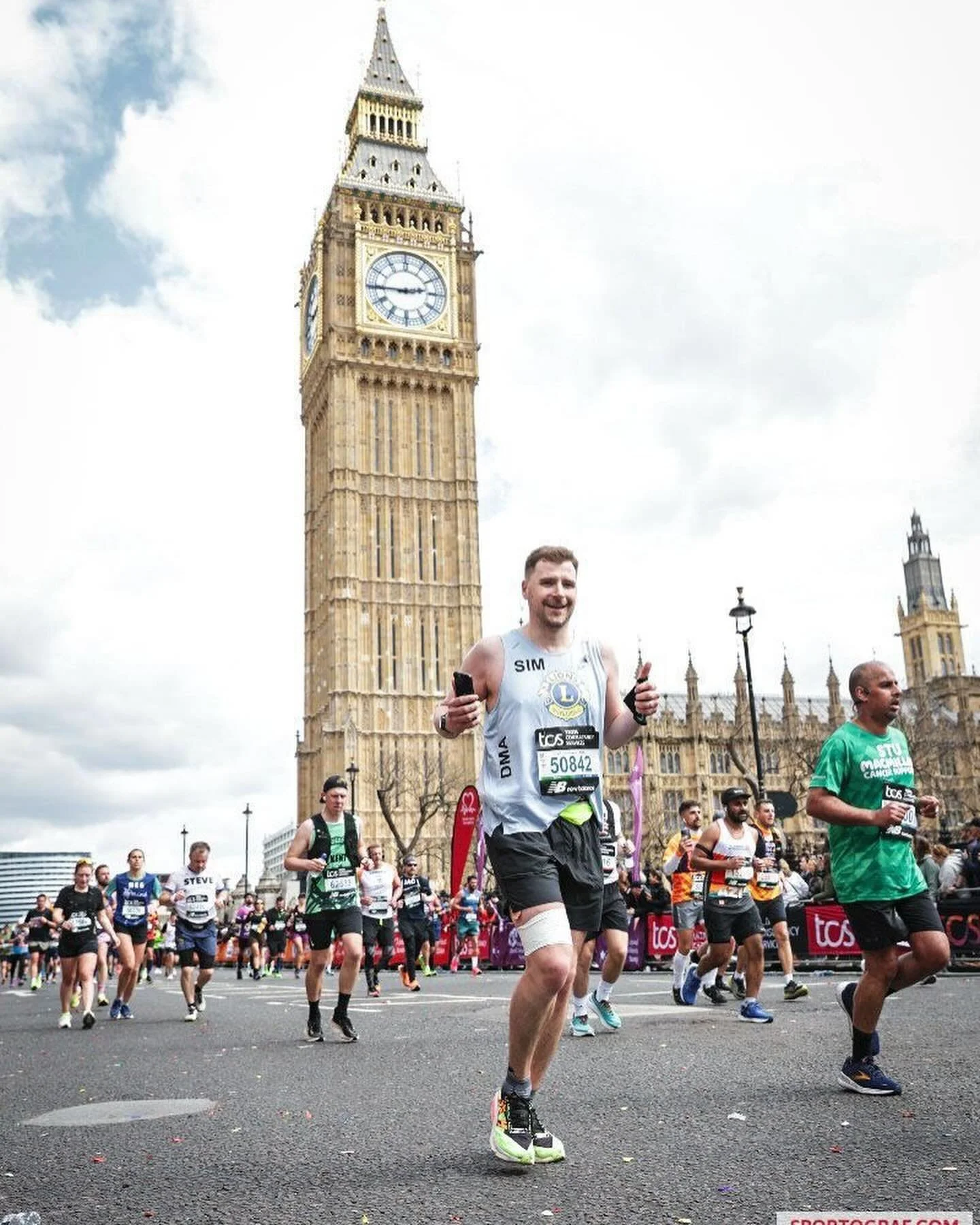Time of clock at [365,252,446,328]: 2:45
